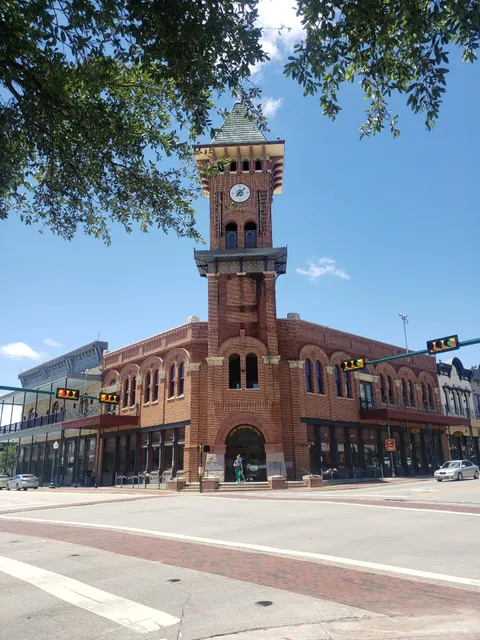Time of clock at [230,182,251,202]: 7:07
